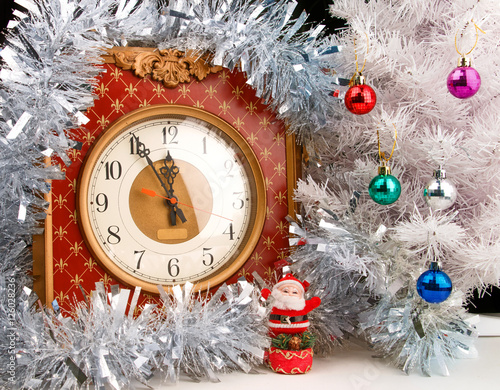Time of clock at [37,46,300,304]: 11:55
